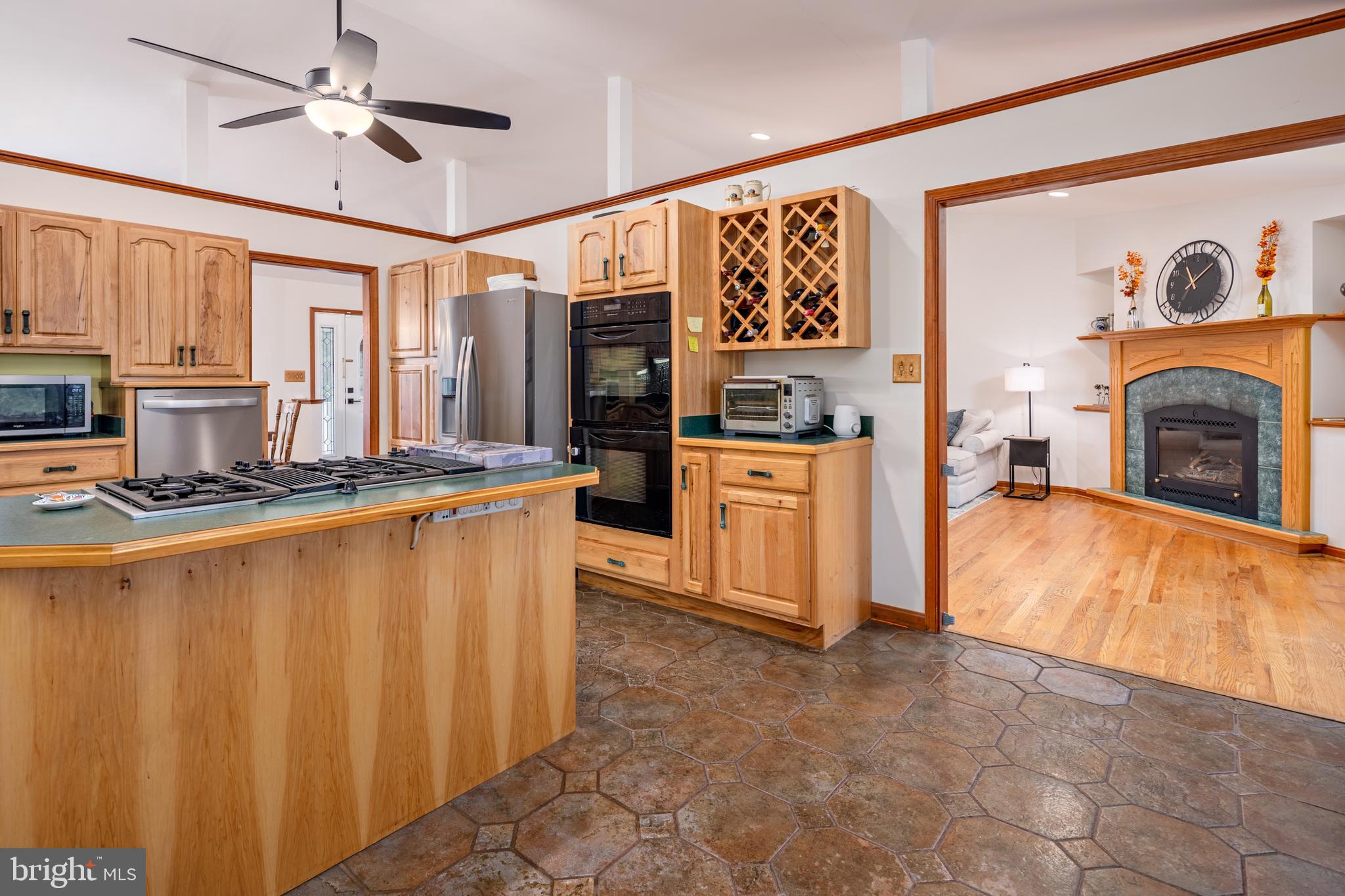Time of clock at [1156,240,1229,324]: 11:08
